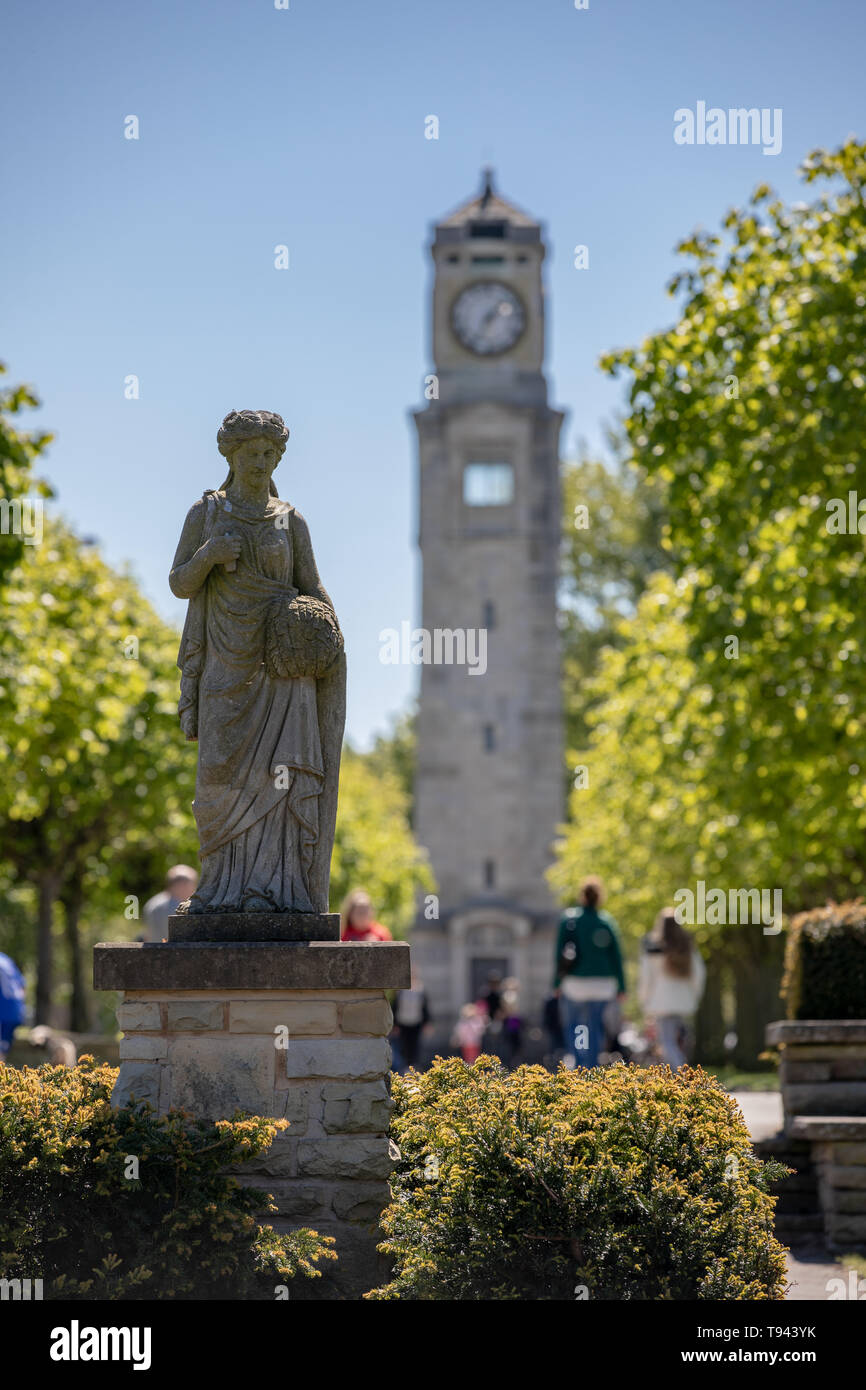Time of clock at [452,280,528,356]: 7:06
